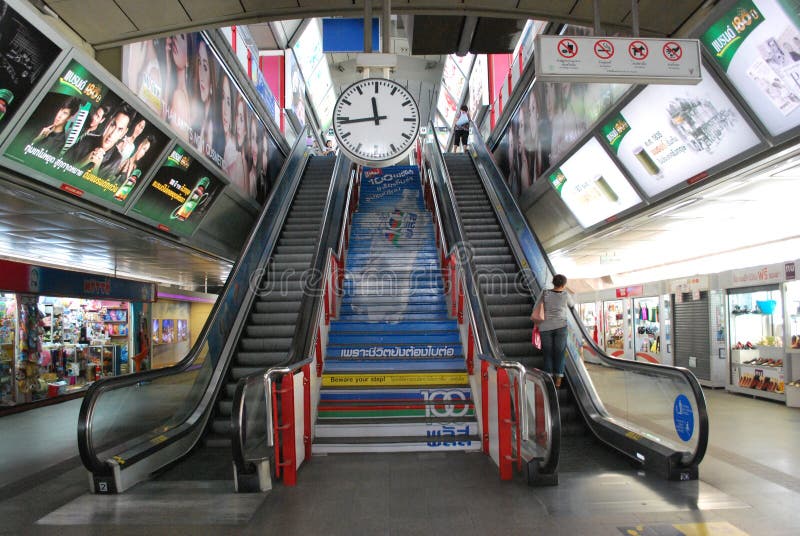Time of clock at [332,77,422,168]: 11:43
